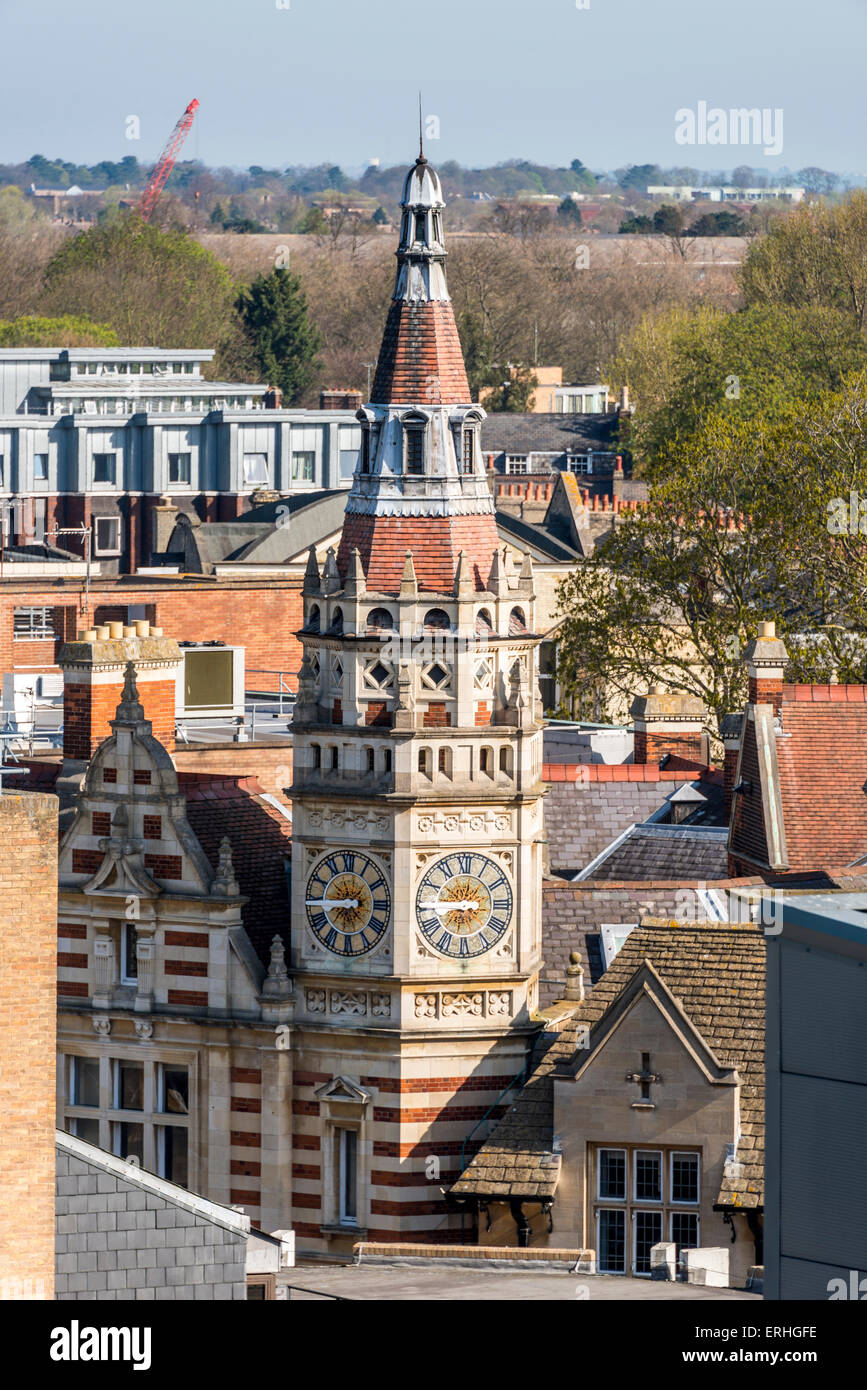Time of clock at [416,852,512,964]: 9:01
